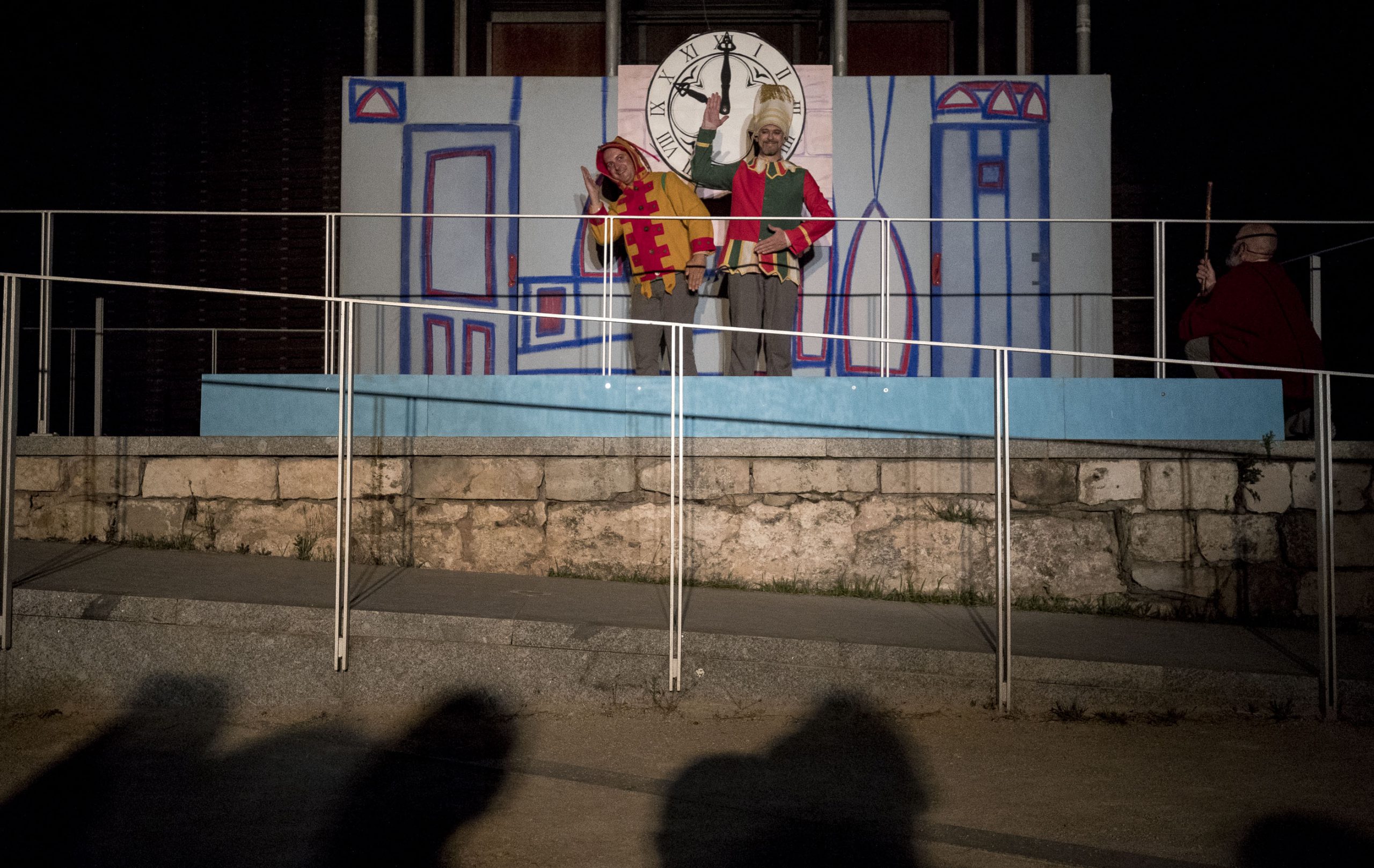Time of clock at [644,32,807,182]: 10:00
